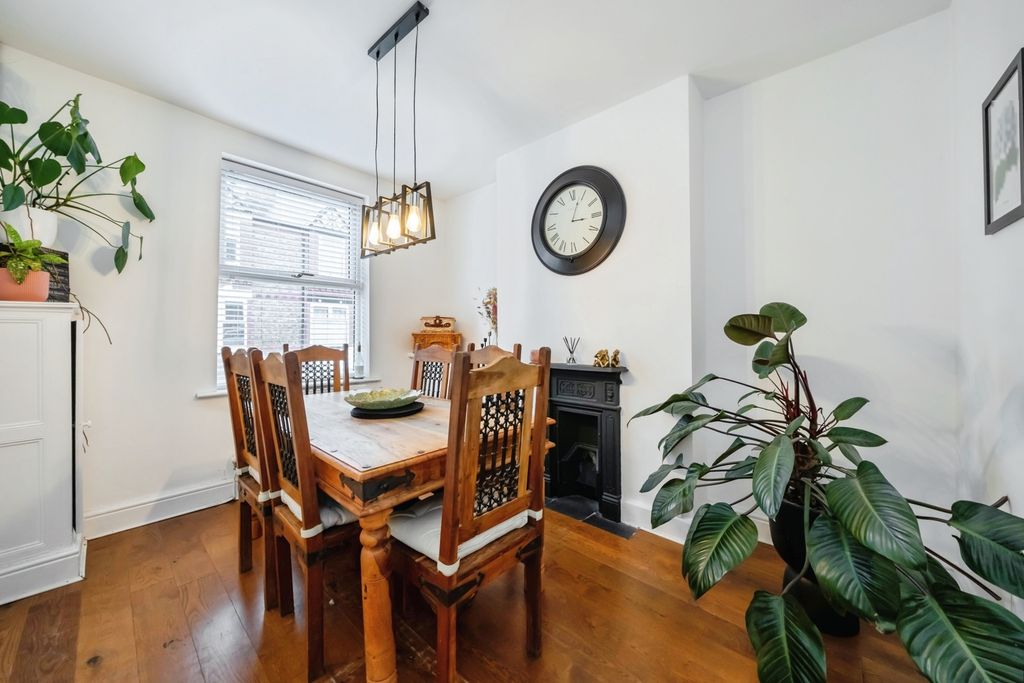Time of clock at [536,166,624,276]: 3:03
